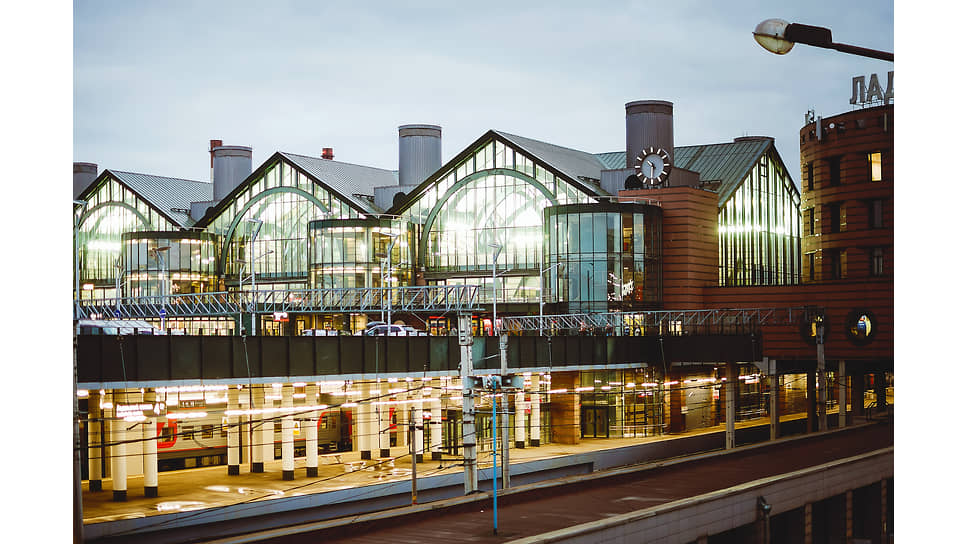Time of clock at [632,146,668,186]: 10:30
